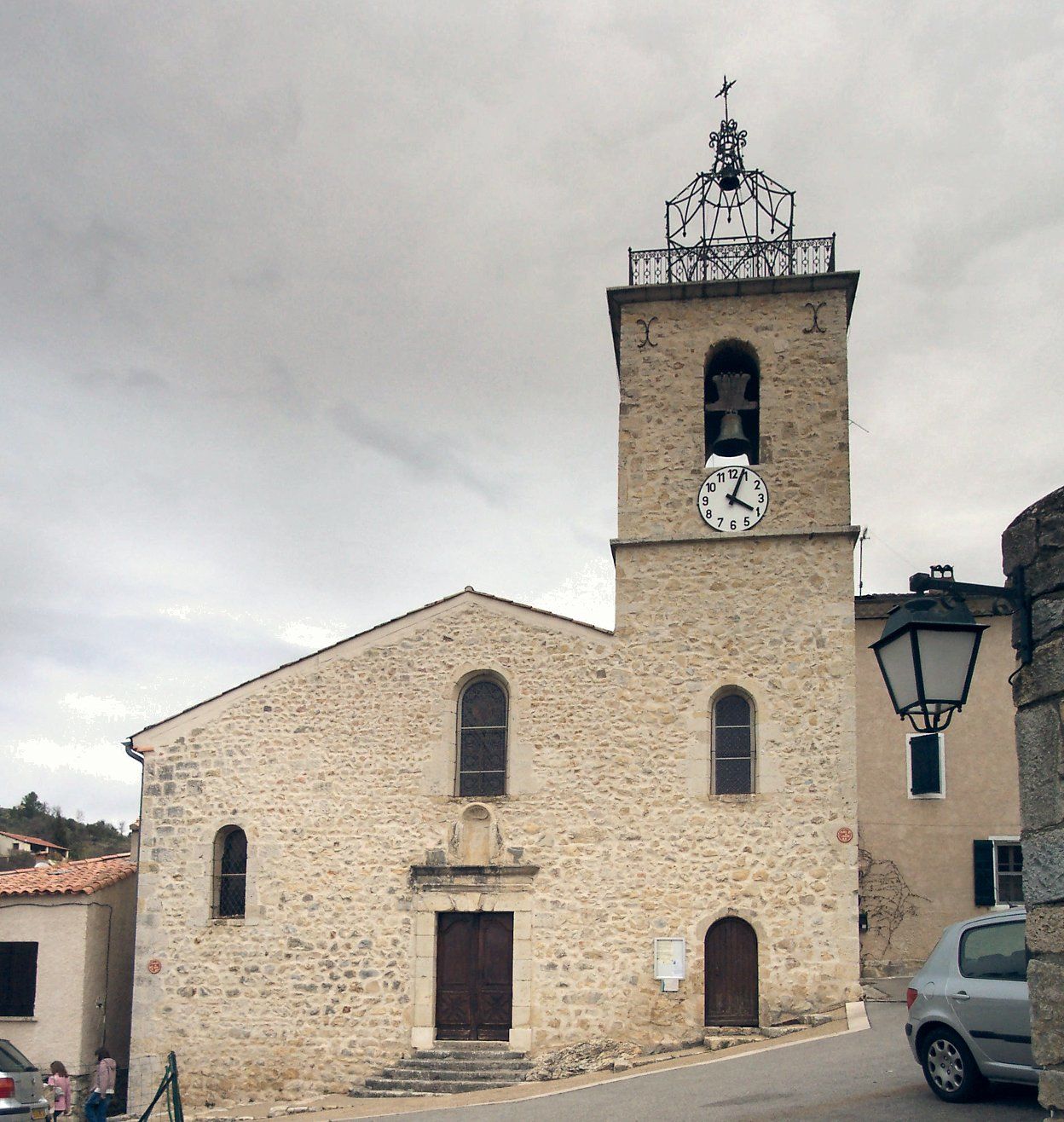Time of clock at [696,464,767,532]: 4:03
